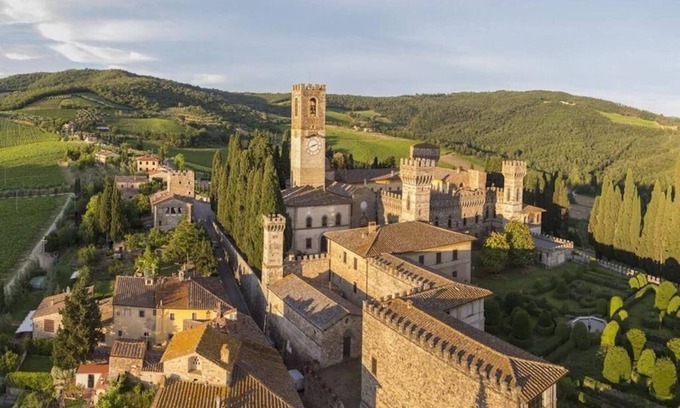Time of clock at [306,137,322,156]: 2:41
